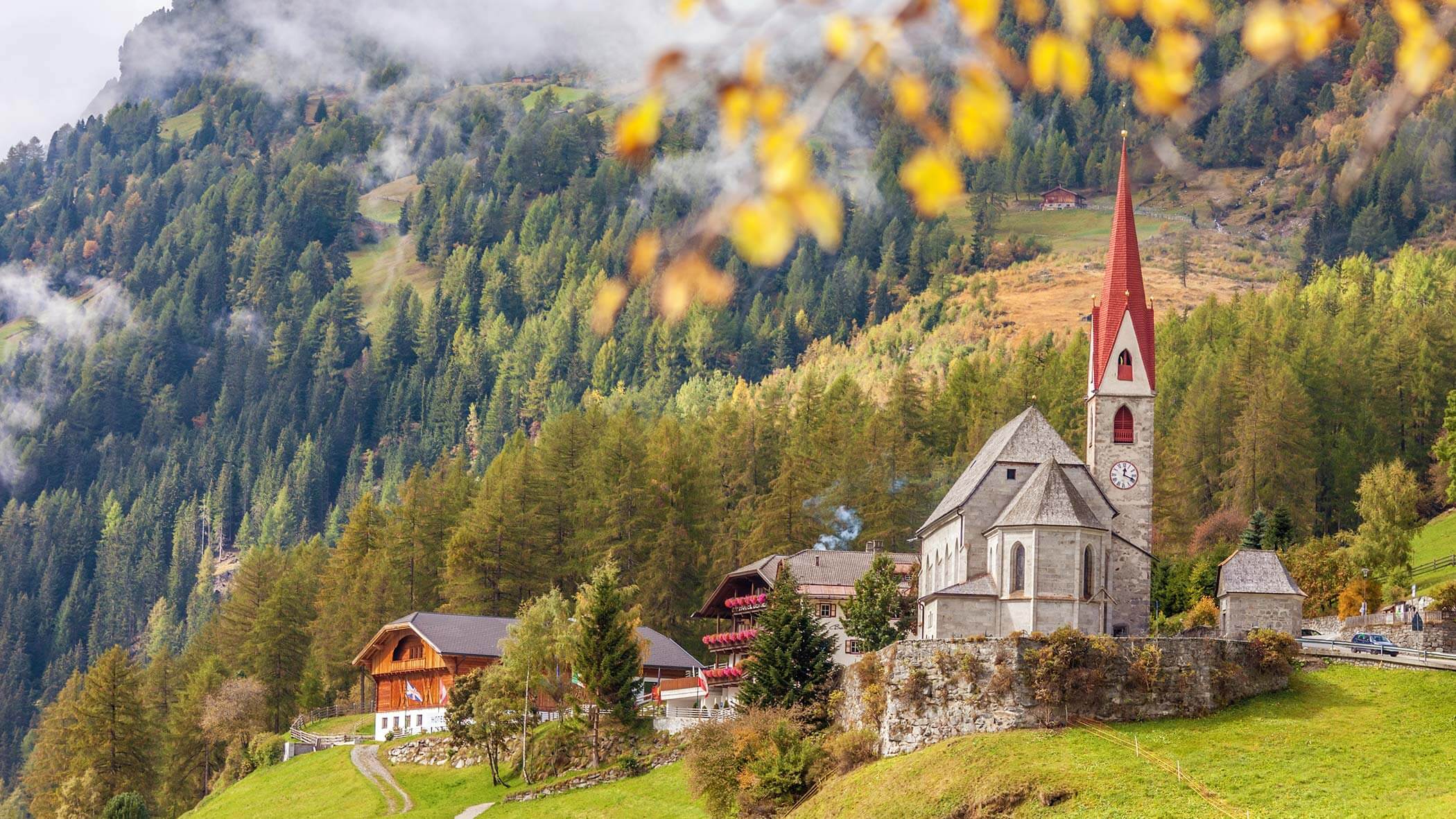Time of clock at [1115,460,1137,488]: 12:18
